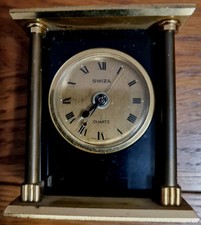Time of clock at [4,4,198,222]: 7:36
